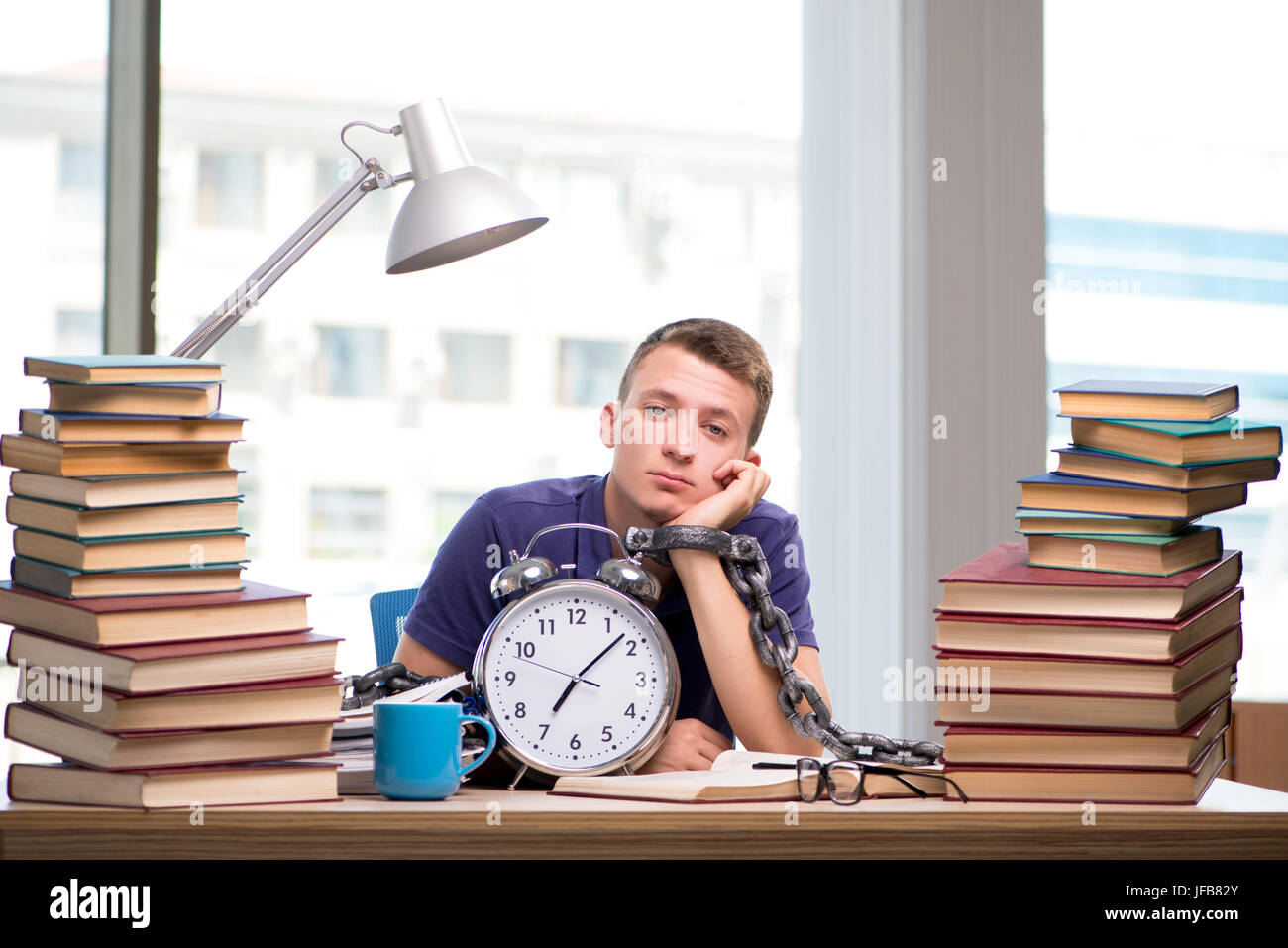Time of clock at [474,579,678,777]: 7:07
